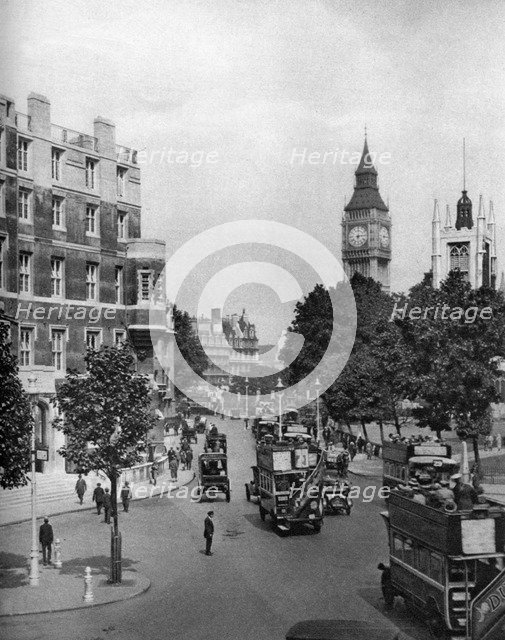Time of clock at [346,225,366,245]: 6:14
